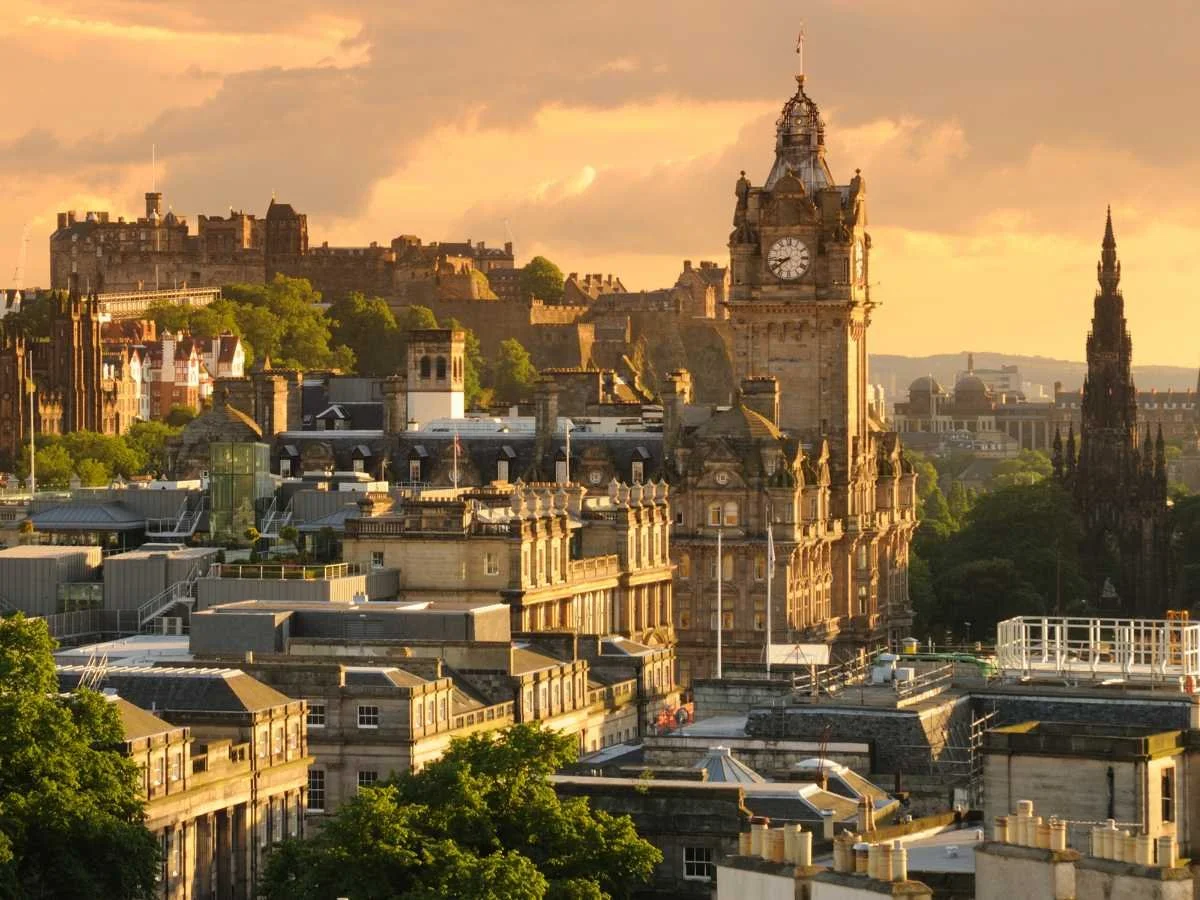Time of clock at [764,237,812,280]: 8:39
